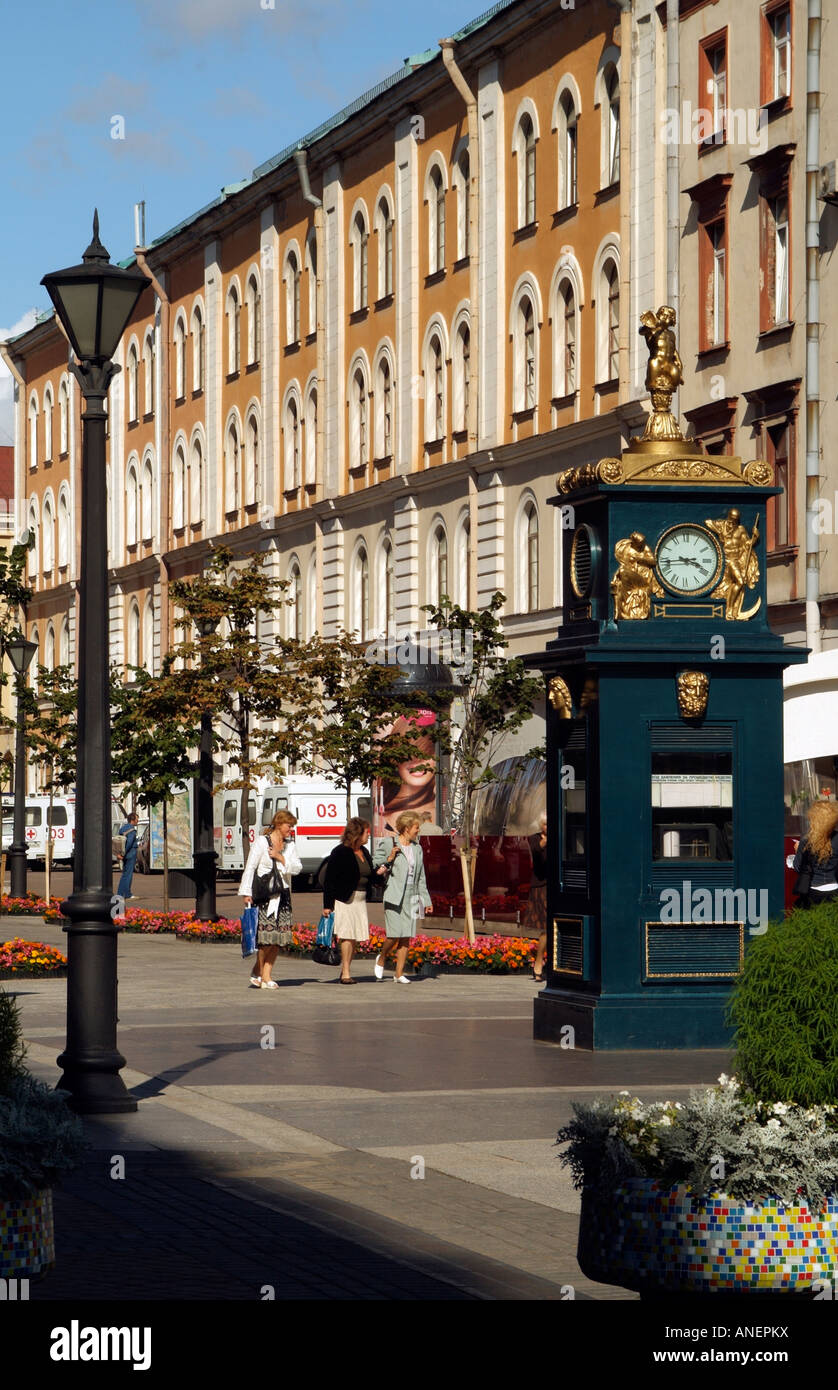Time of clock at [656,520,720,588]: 3:43
